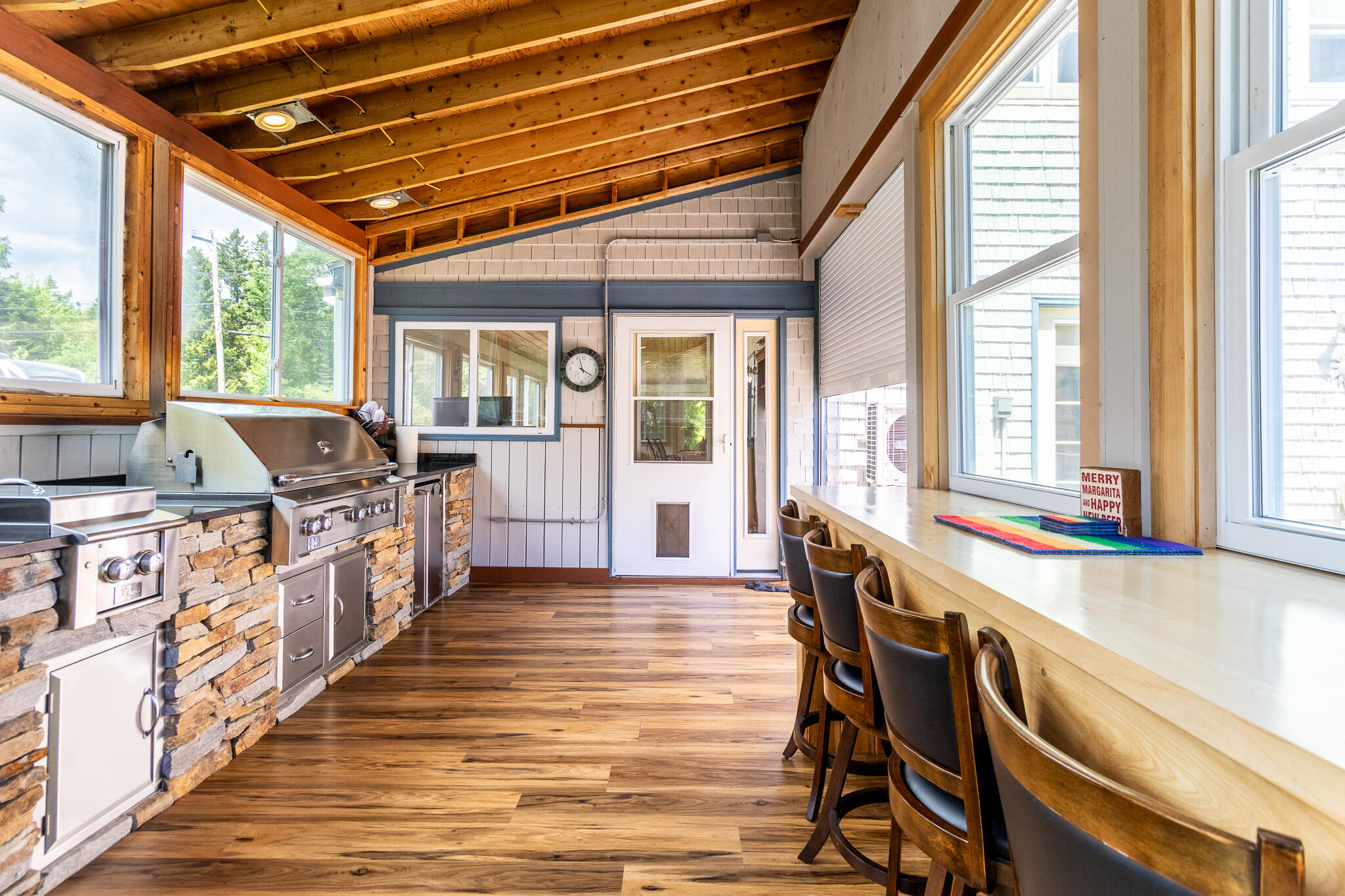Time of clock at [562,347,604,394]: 3:57
